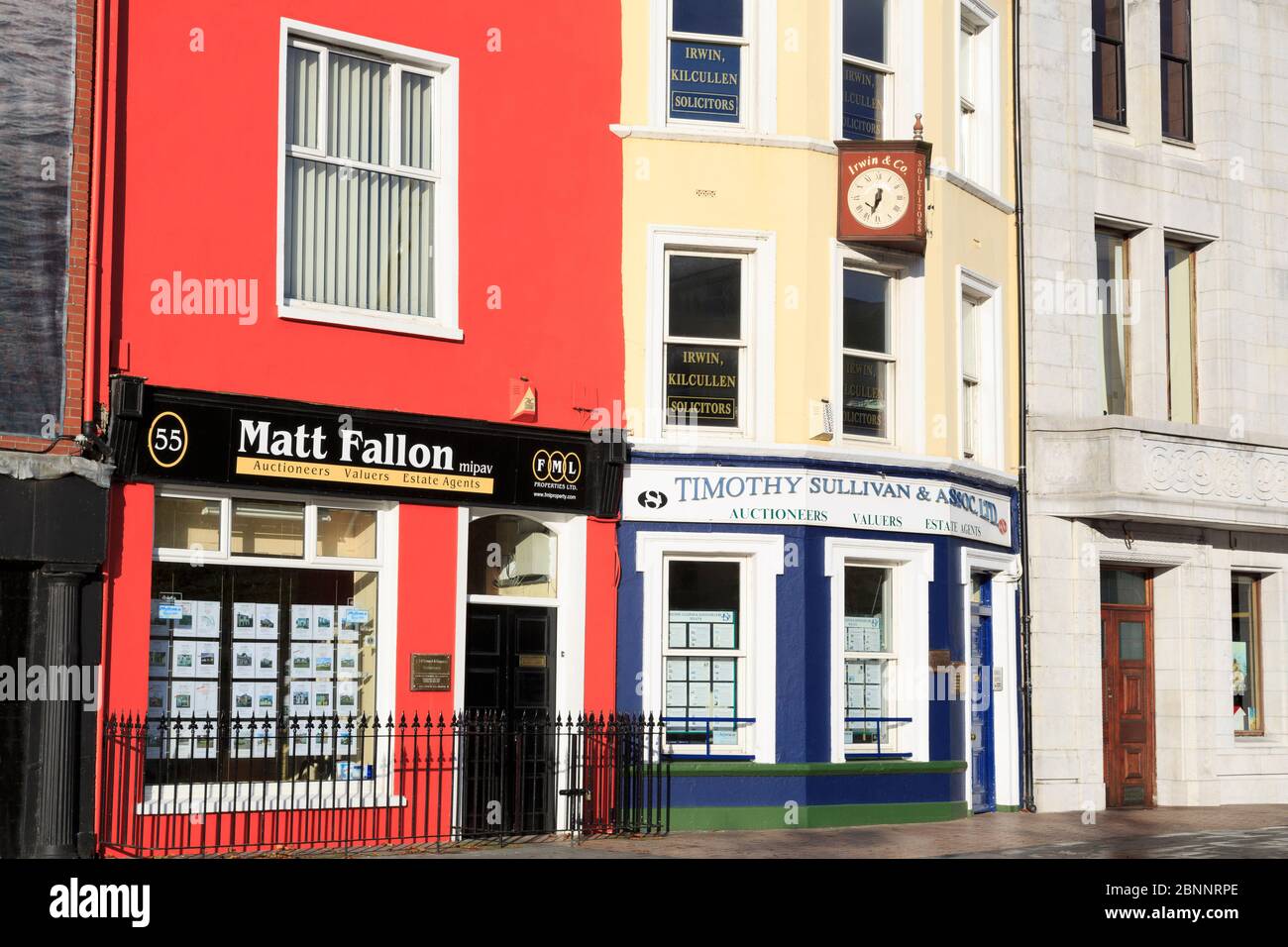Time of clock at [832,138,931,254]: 6:33
